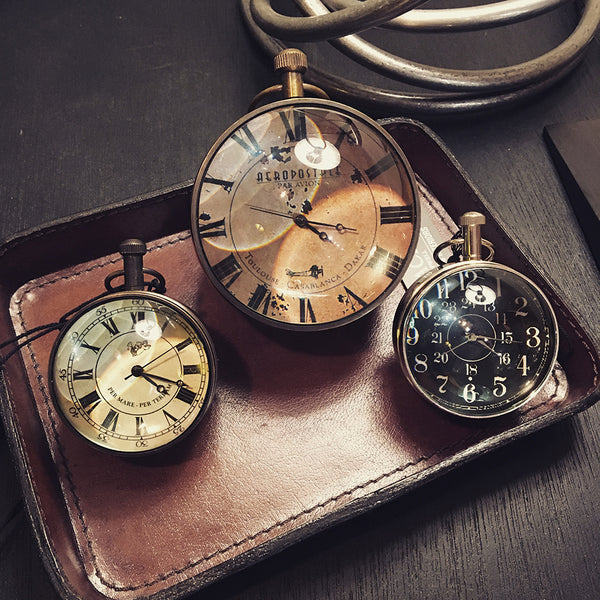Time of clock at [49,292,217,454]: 4:18
